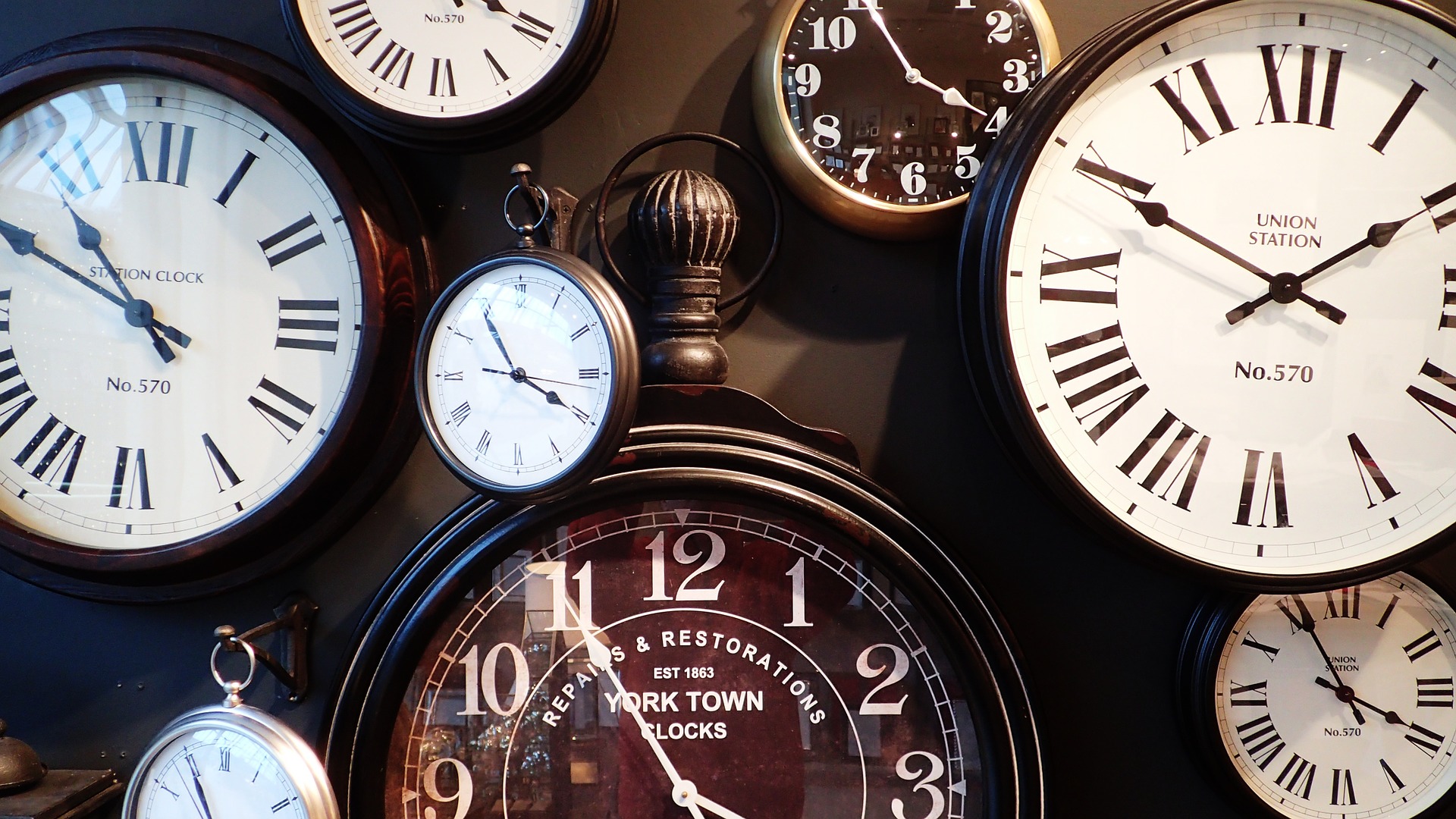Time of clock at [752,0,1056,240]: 3:54
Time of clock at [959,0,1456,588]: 1:49
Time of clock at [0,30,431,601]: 10:49
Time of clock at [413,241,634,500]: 3:54
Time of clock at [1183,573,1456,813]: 3:55
